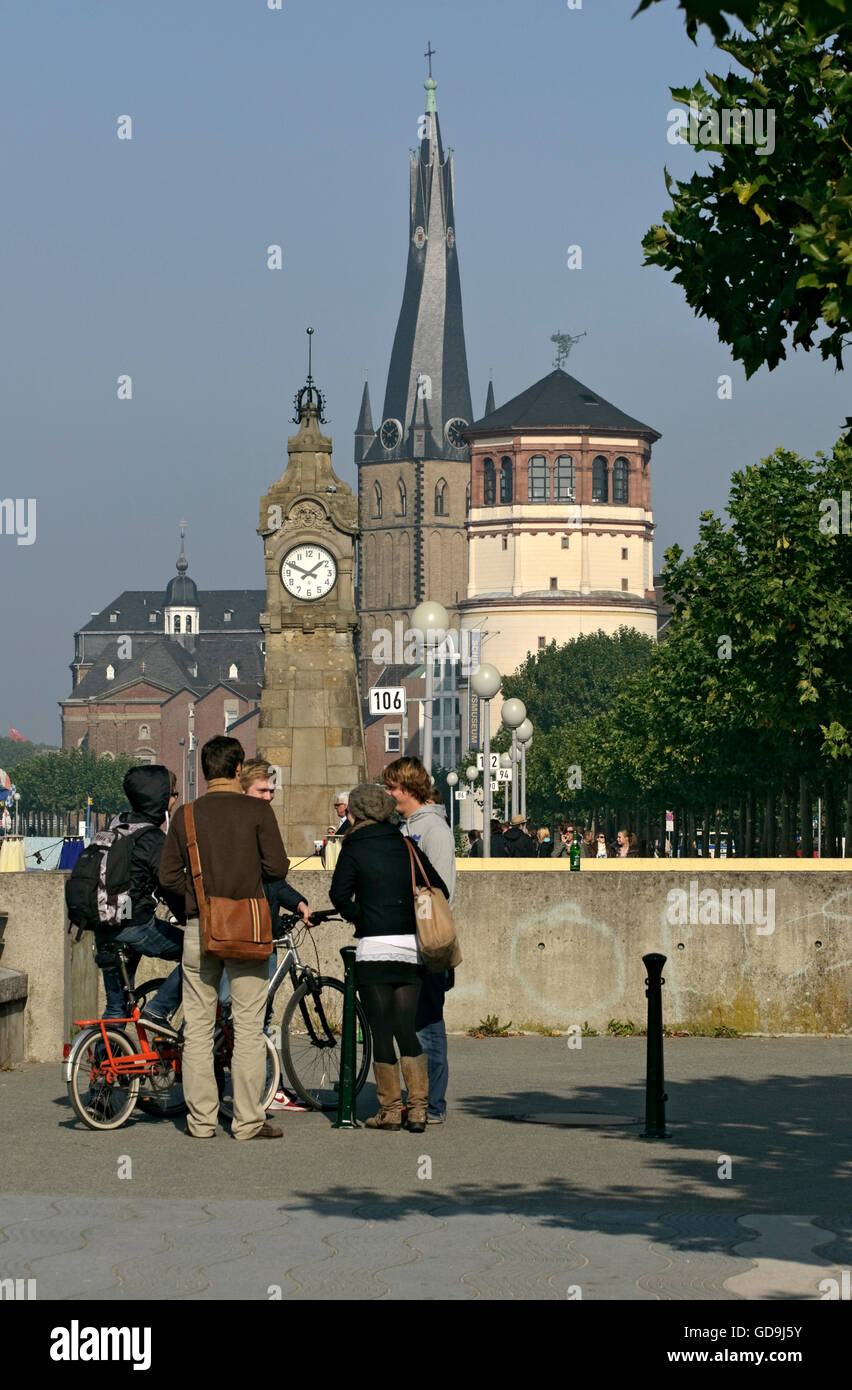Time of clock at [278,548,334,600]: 1:49
